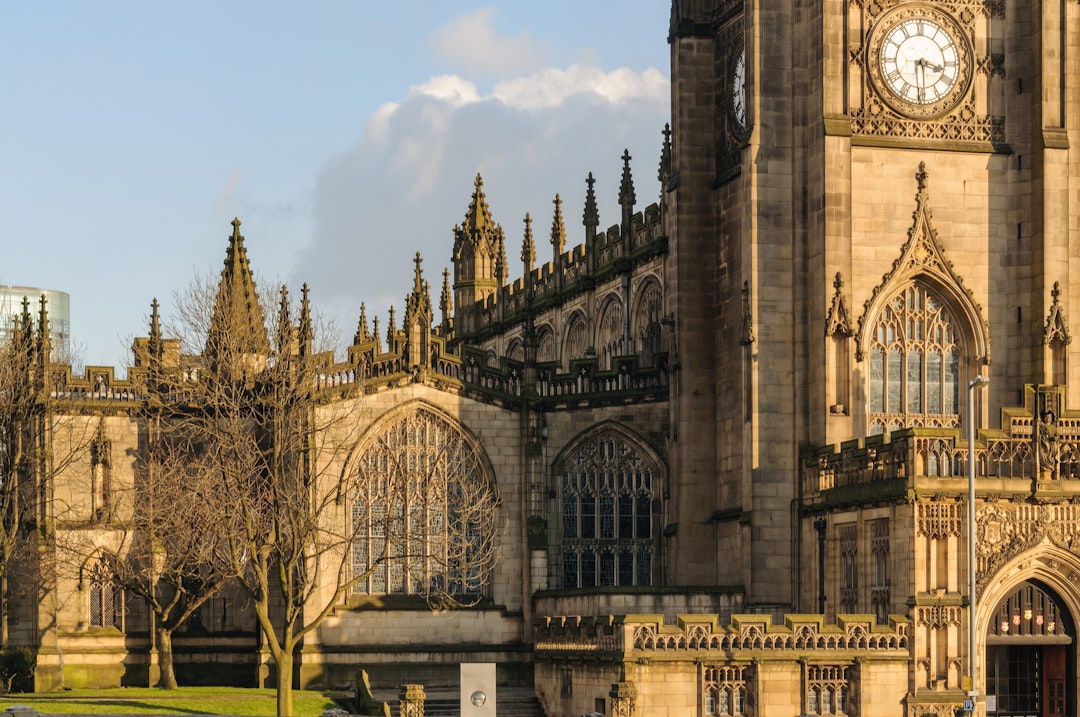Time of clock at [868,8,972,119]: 3:29
